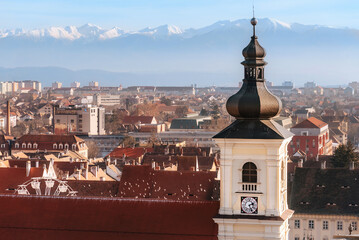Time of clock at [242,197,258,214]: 2:26
